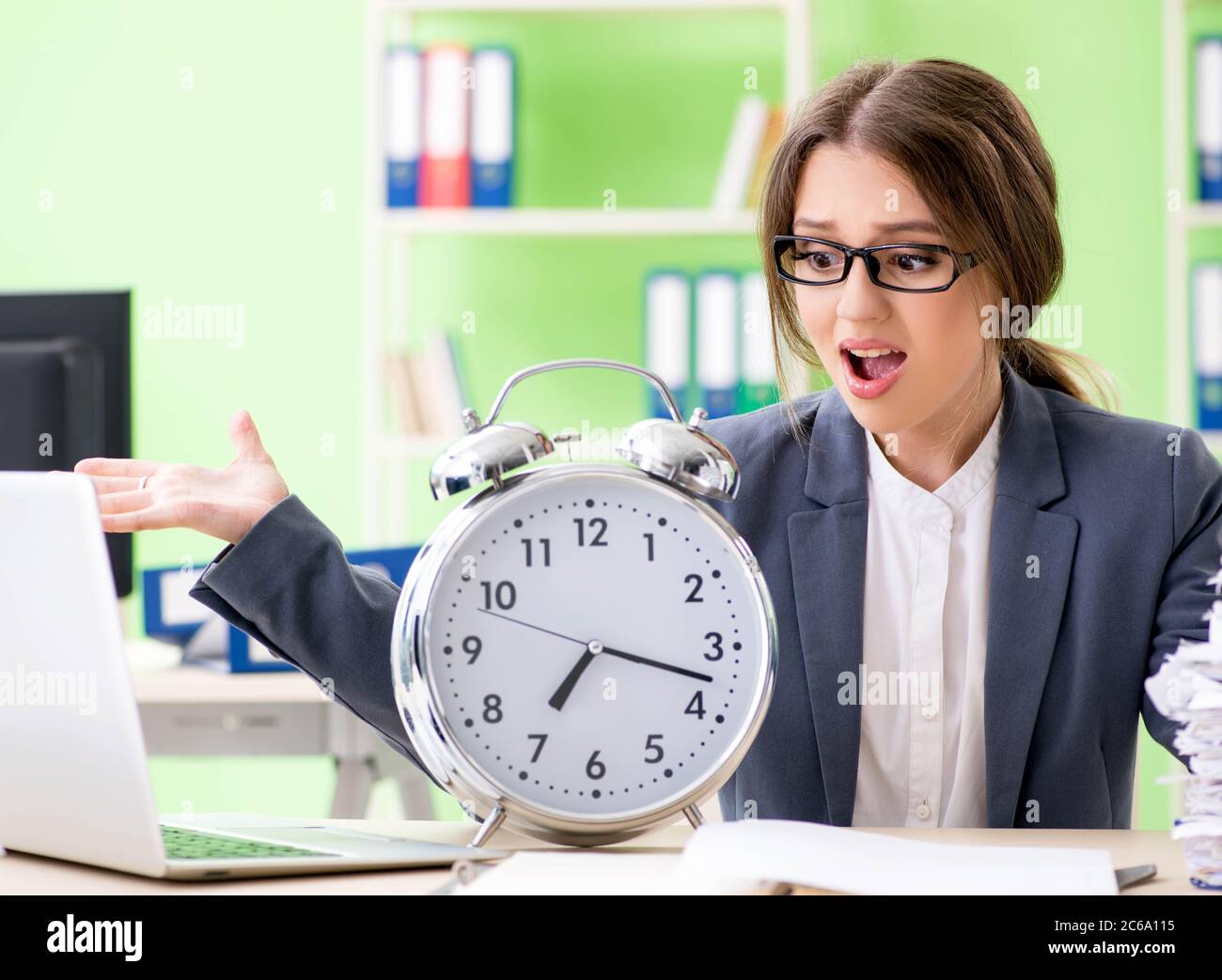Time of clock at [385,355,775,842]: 7:17
